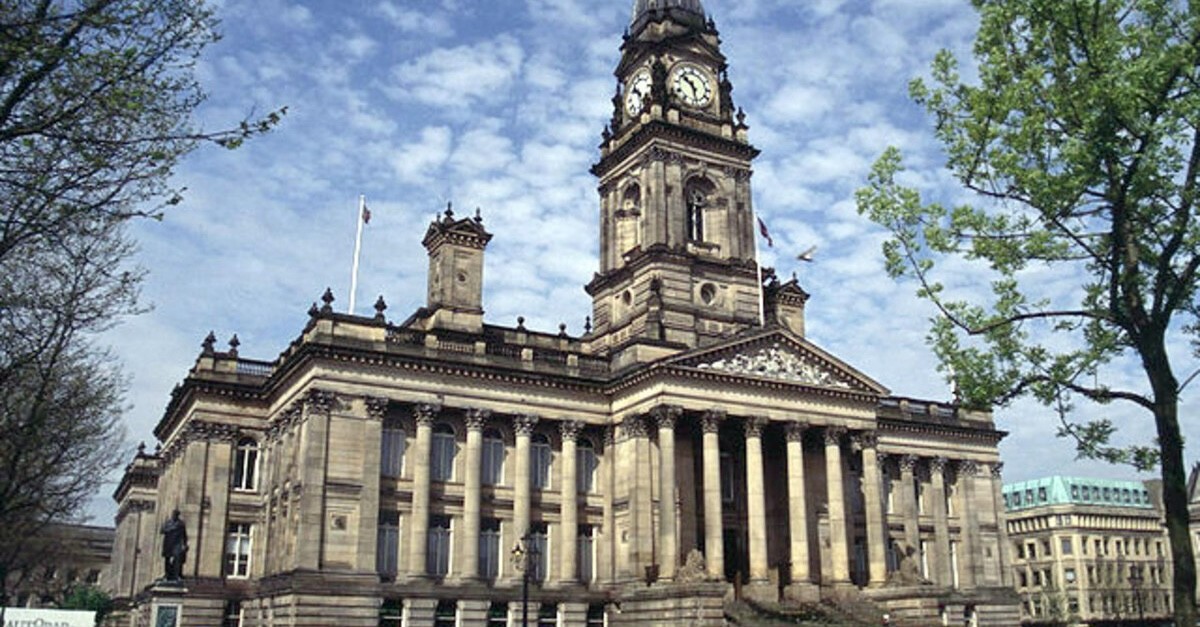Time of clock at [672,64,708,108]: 10:28
